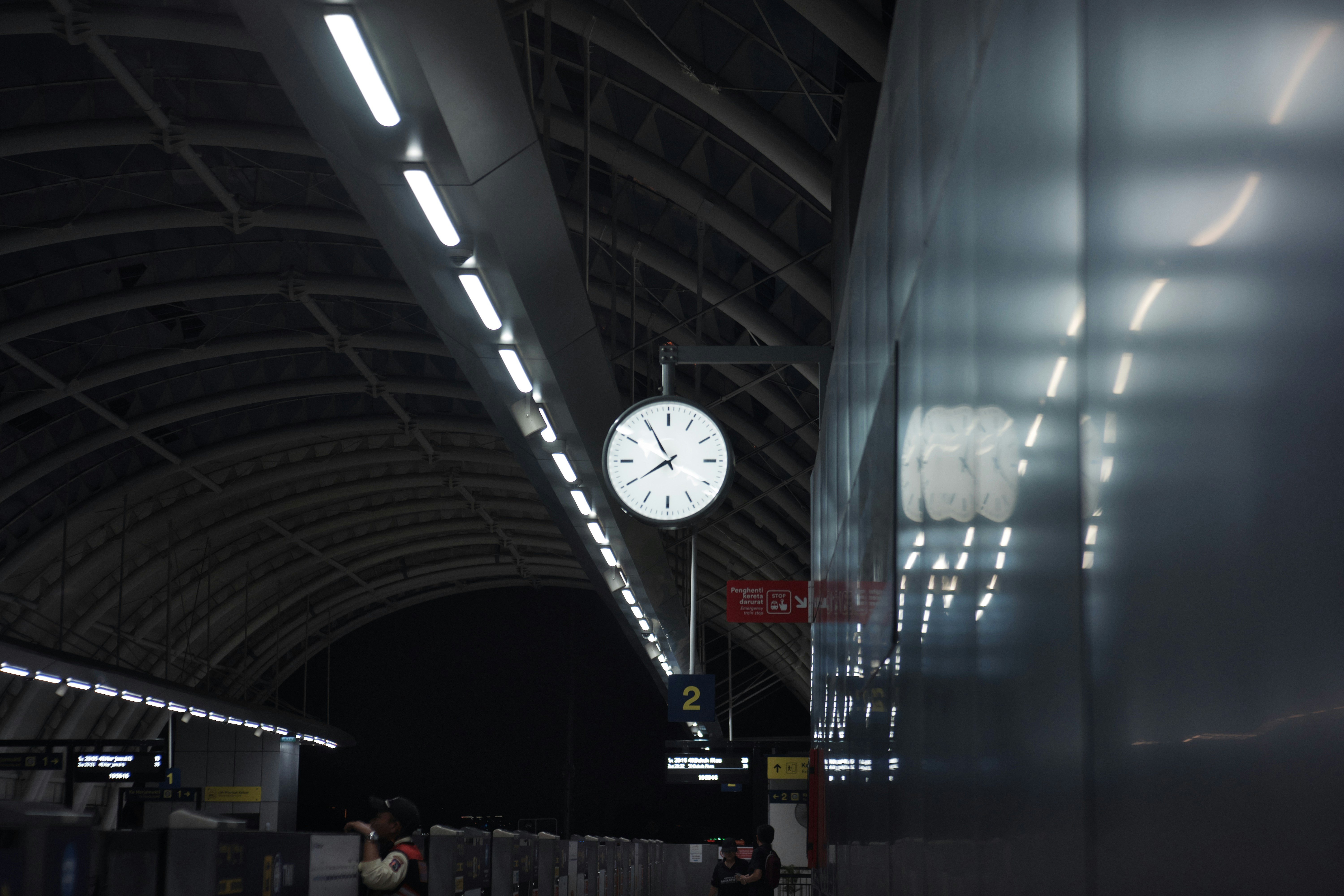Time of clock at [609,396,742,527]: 7:55
